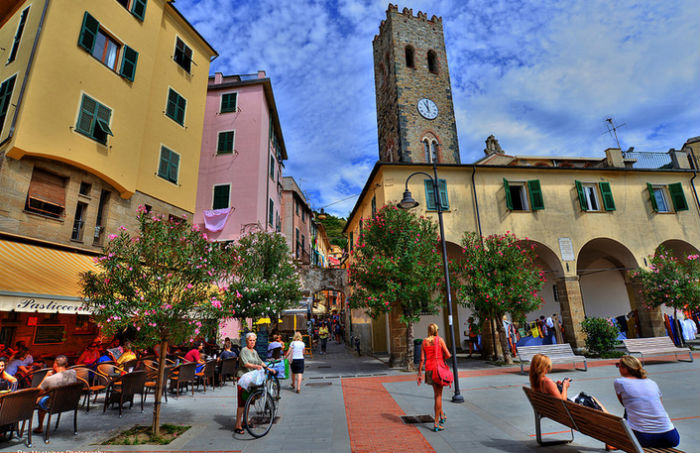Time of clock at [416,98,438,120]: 11:00
